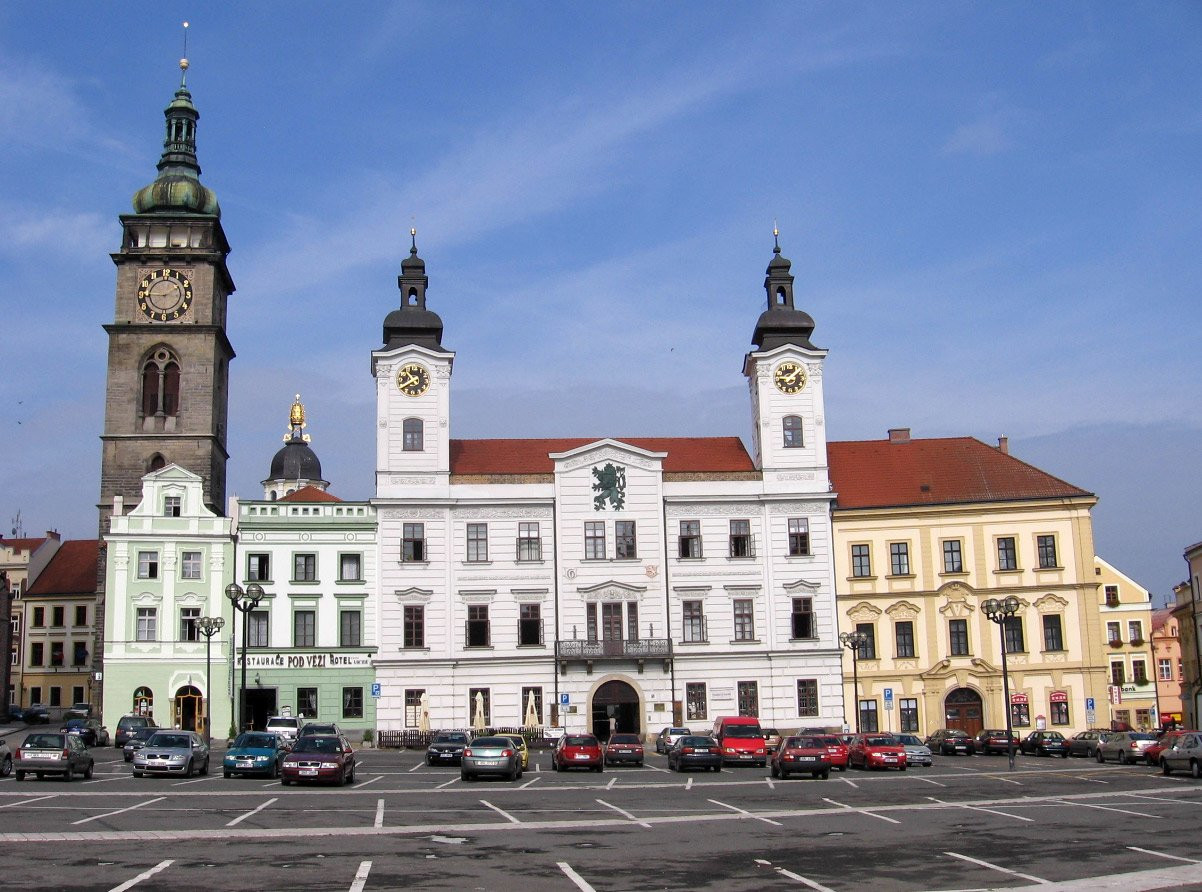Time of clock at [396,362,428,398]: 10:38
